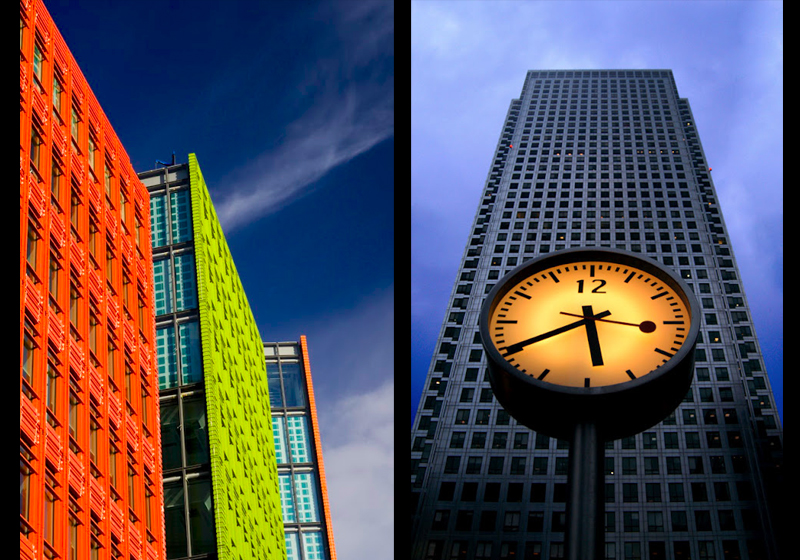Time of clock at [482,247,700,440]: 5:40
